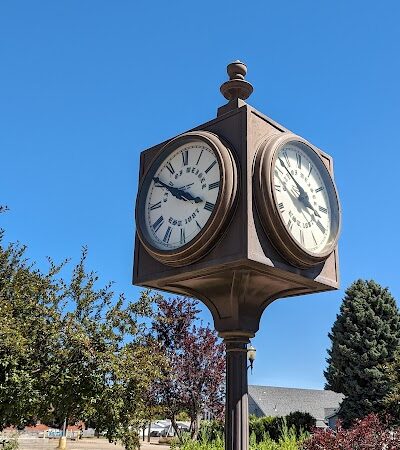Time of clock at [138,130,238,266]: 3:50
